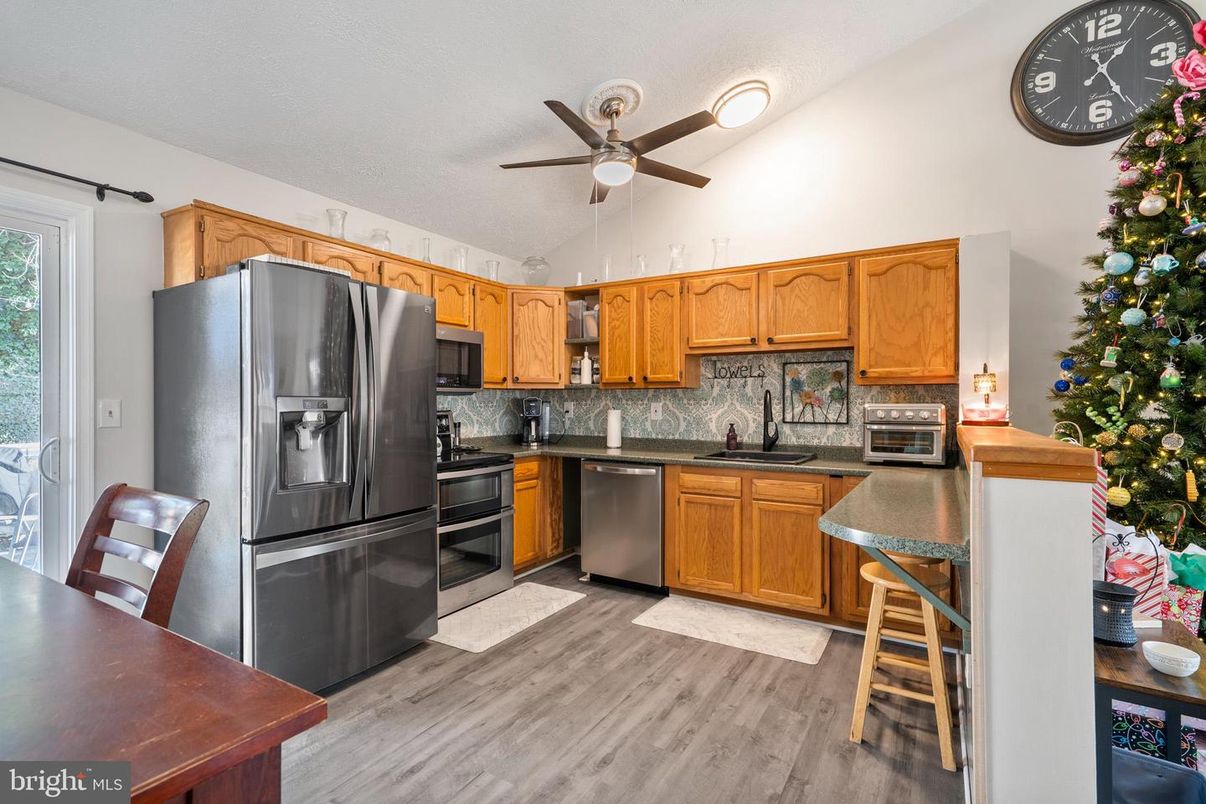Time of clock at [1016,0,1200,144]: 1:25
